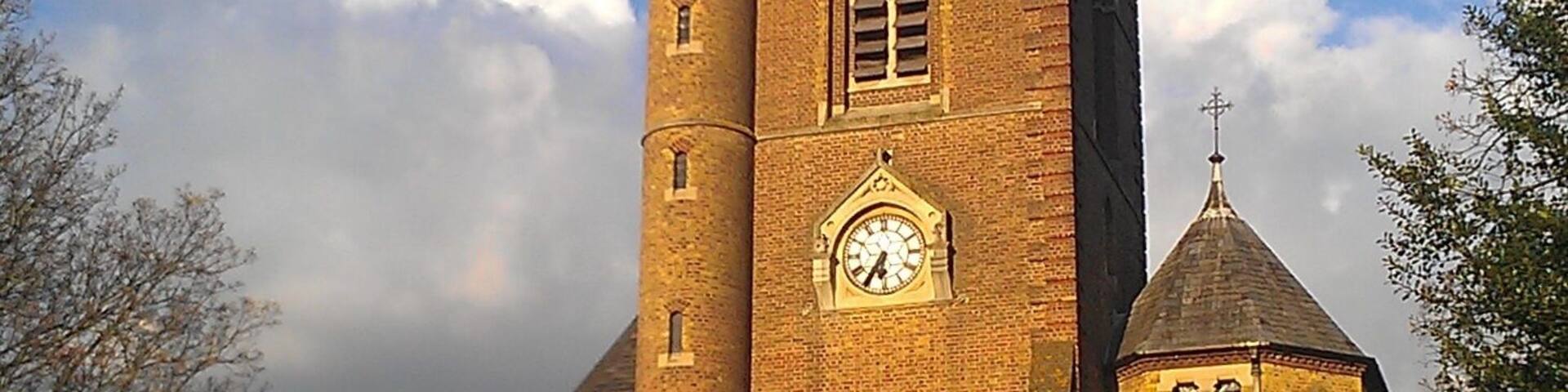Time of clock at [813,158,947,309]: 6:35
